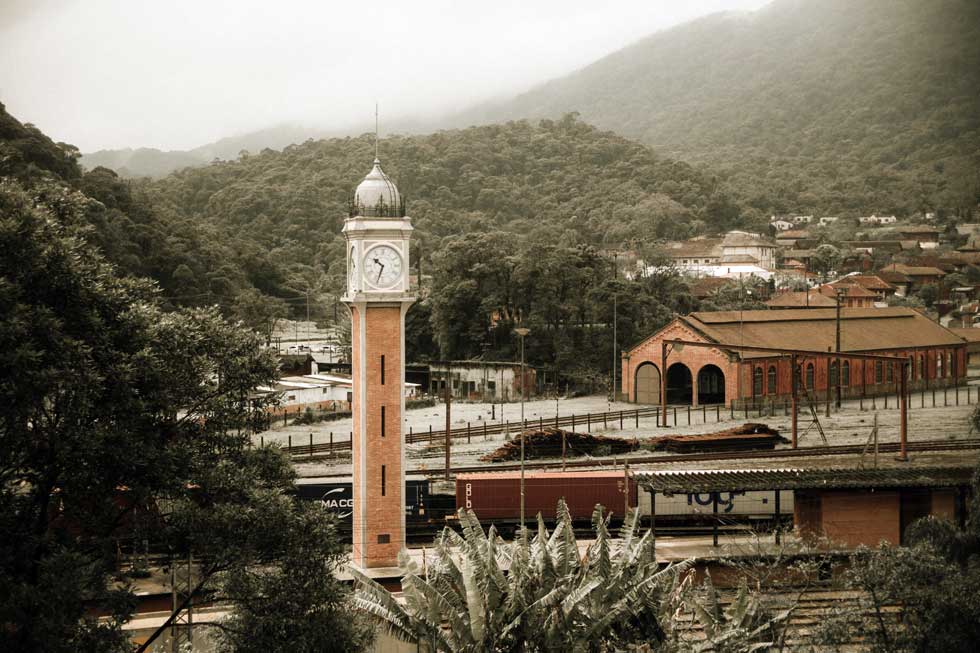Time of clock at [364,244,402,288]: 10:33
